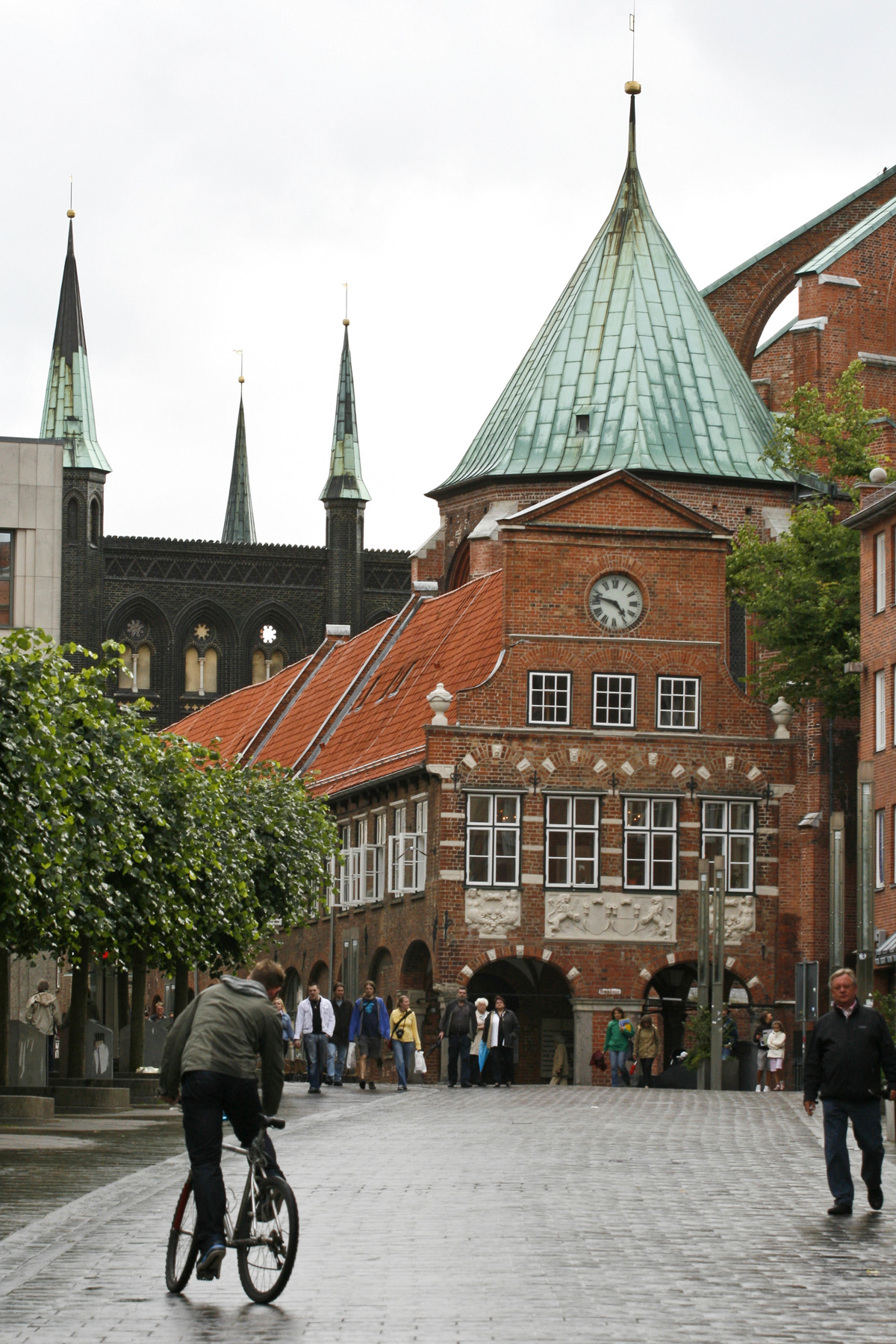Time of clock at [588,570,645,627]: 4:47
